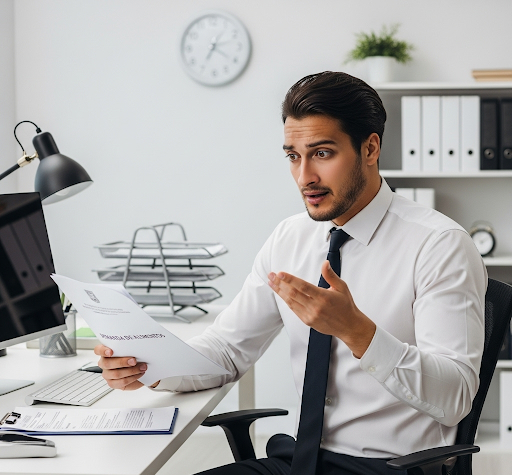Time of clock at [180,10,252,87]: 7:12
